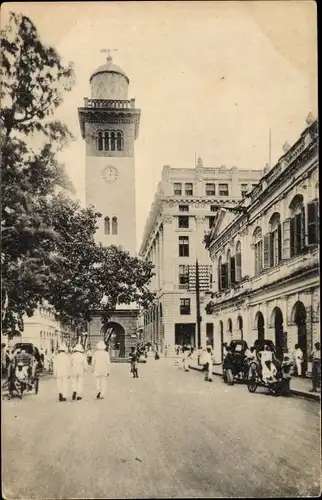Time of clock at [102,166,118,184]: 12:13
